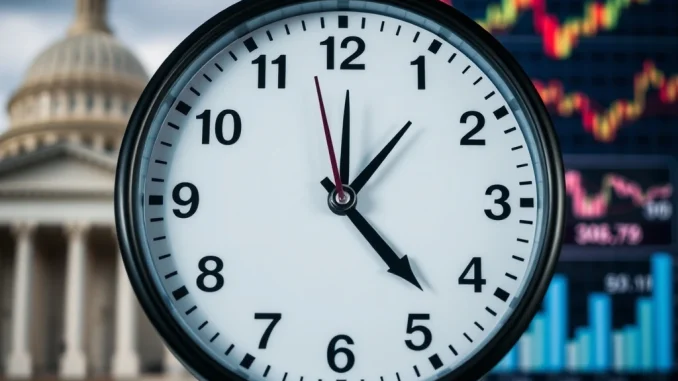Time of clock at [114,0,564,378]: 1:22
